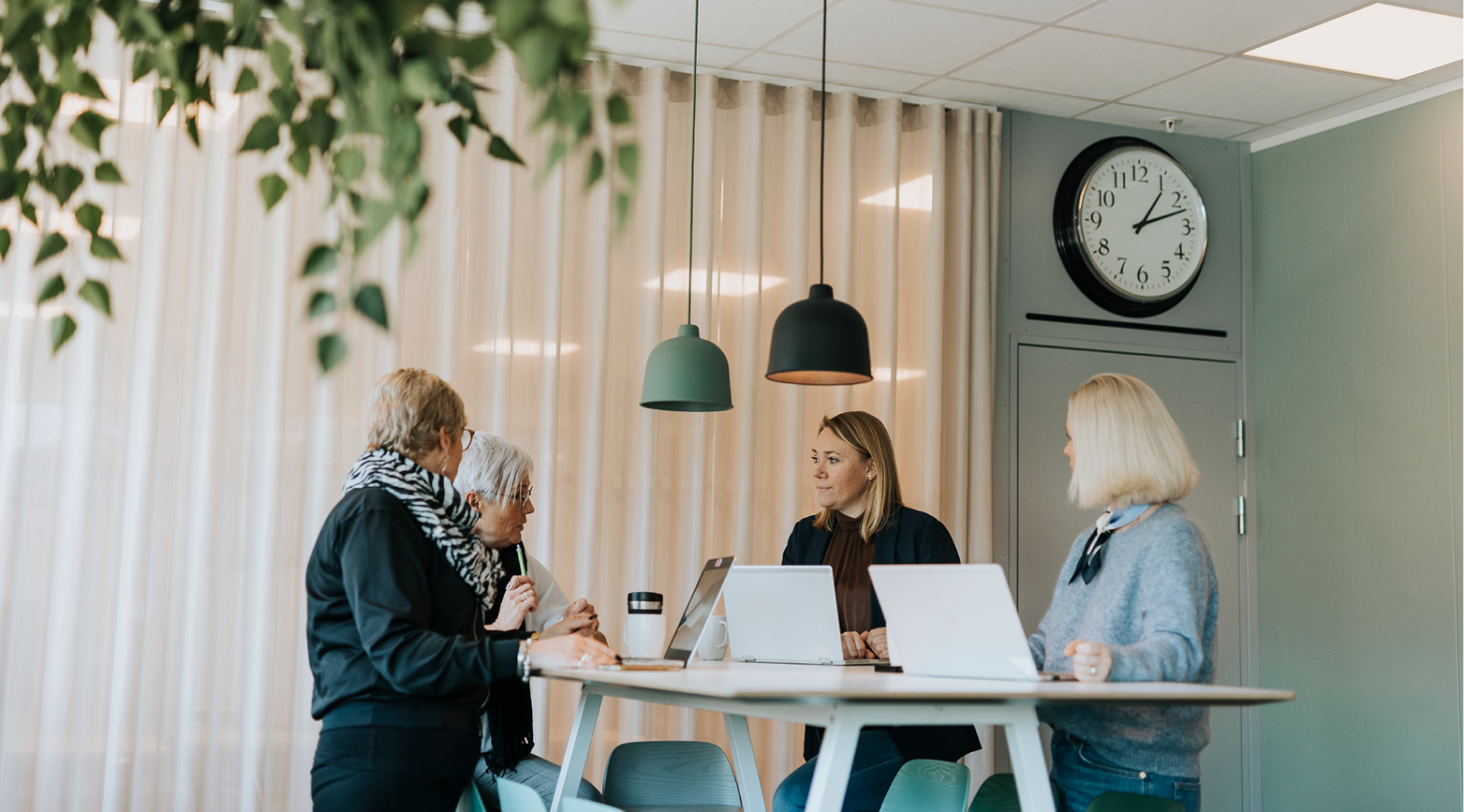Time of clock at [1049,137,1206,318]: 1:11
